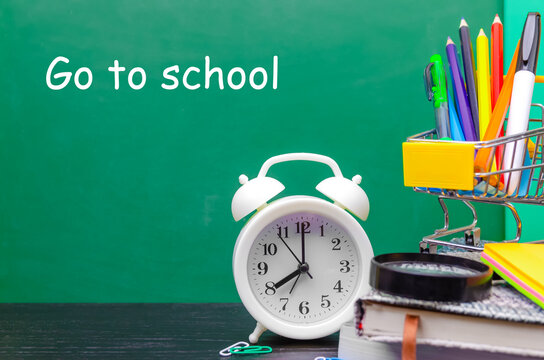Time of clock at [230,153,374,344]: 8:00
